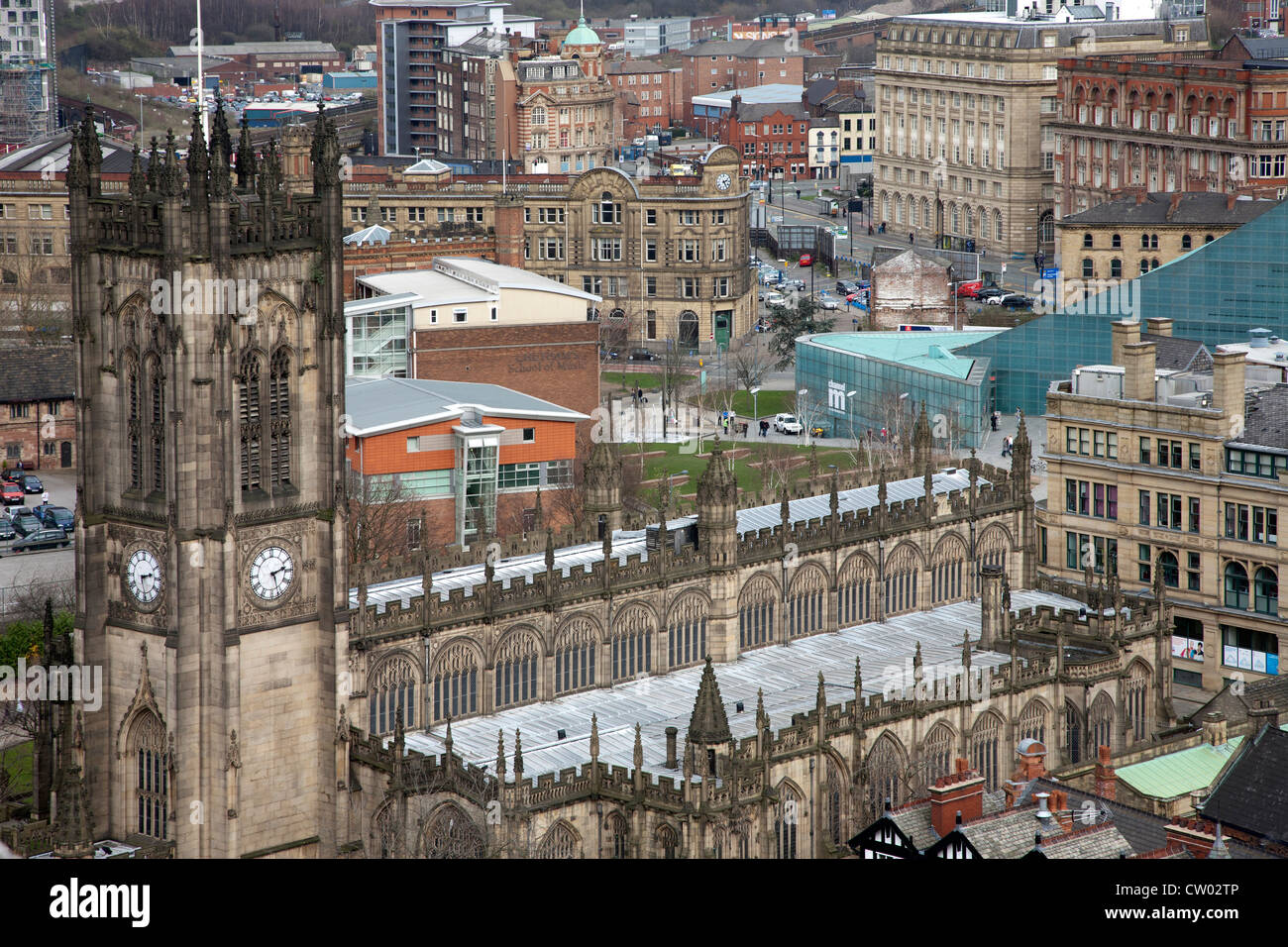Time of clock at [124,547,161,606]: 2:29
